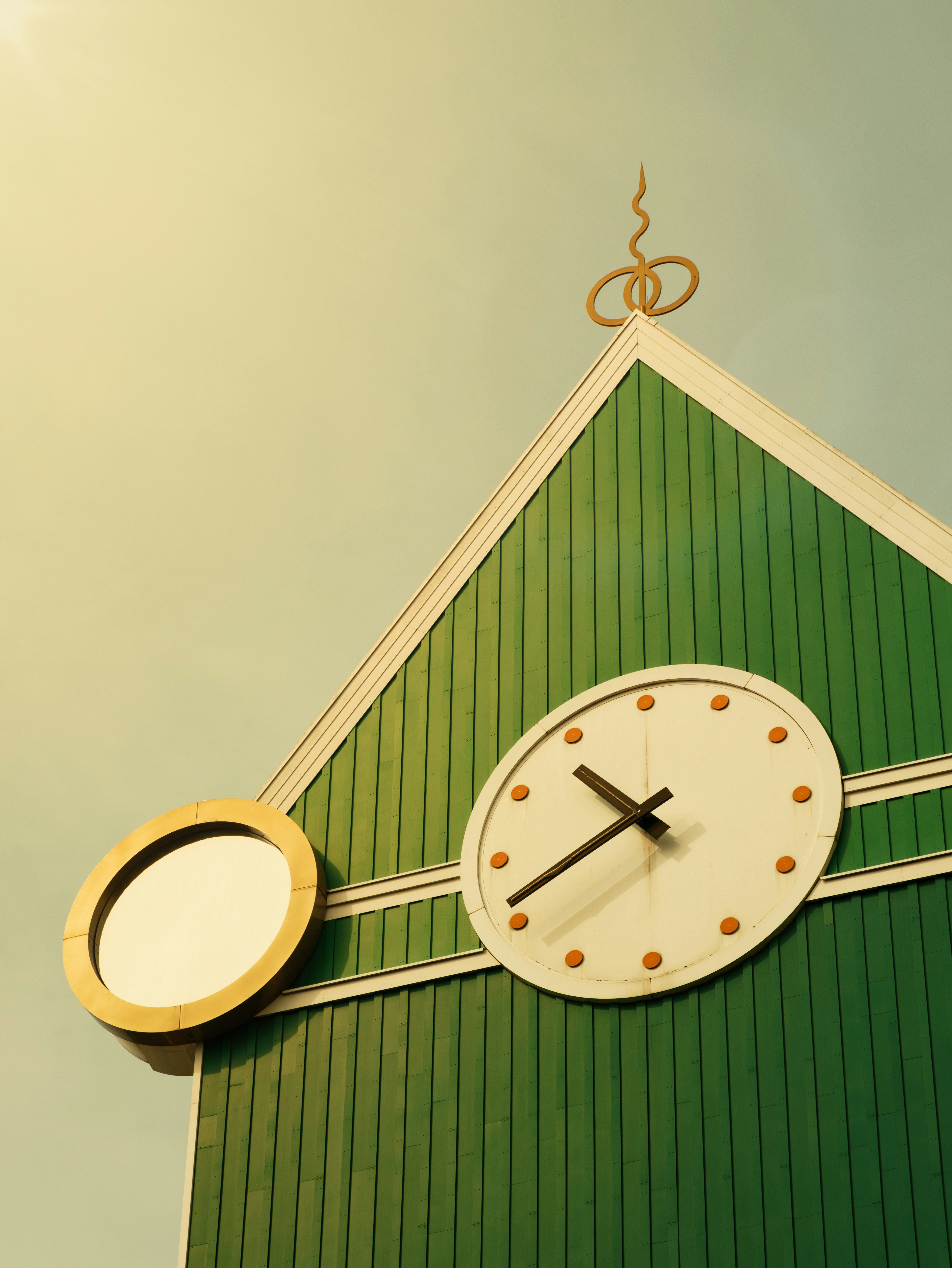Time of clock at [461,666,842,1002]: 10:41
